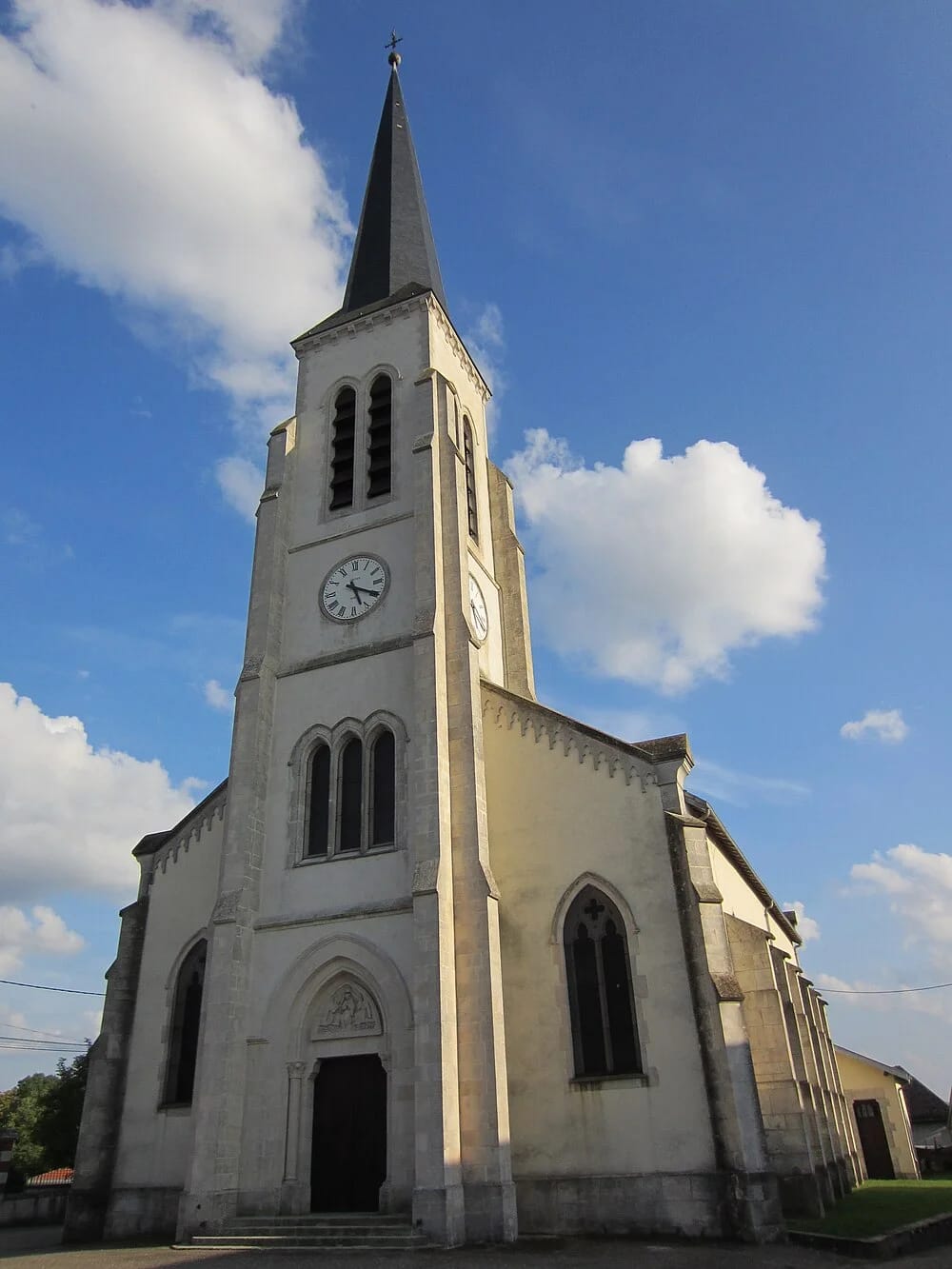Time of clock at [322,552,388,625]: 5:19
